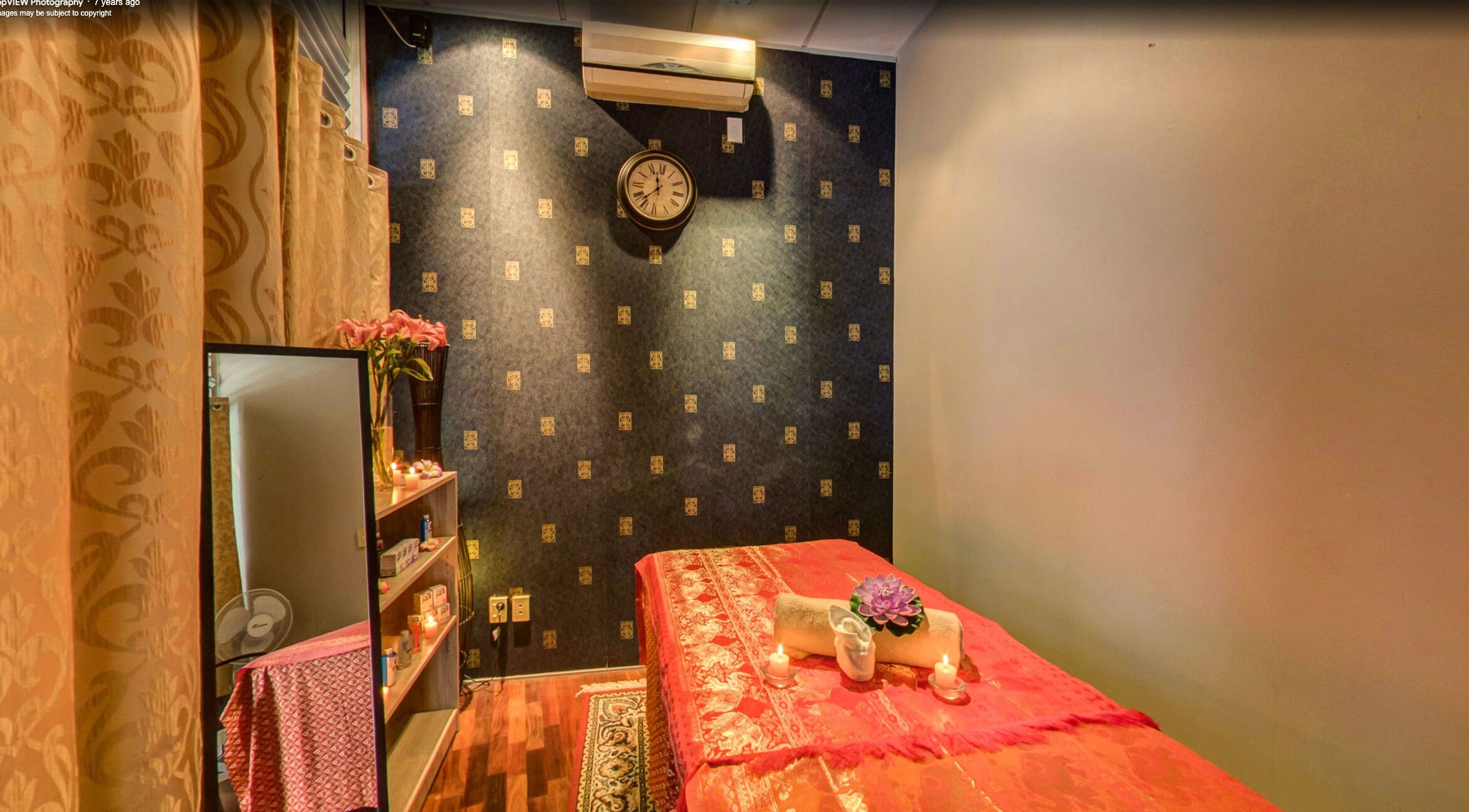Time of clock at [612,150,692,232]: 11:37
